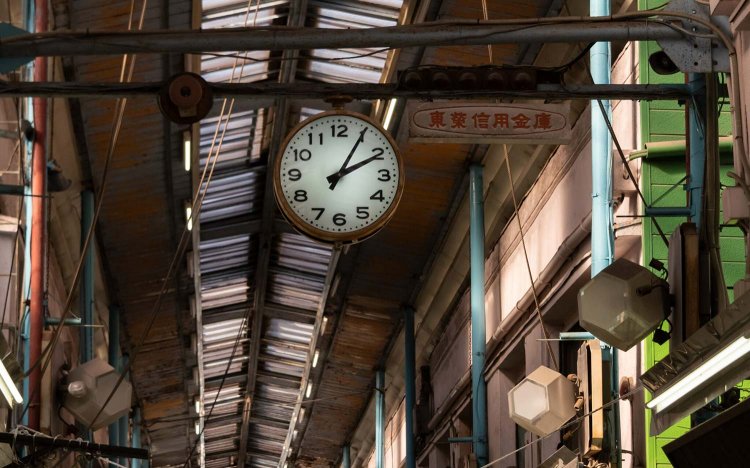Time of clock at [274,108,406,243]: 2:05
